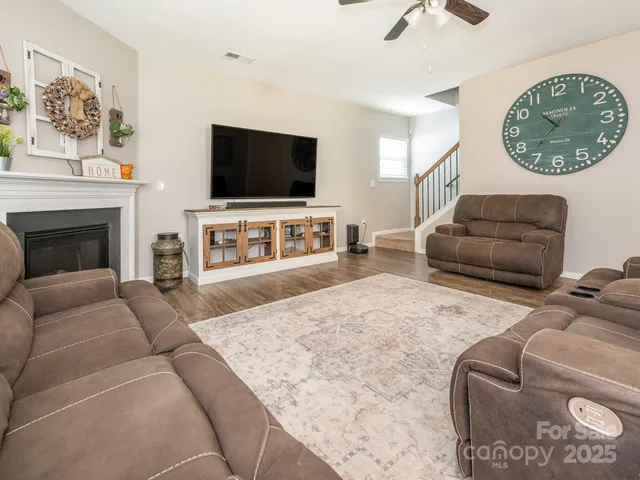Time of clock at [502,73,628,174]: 10:36
